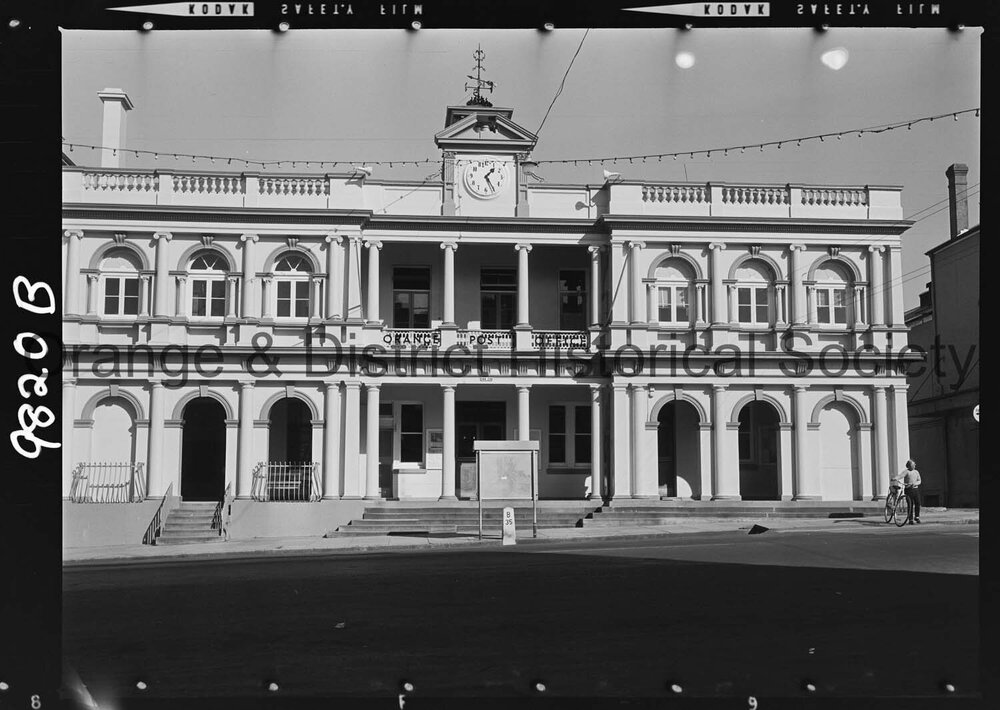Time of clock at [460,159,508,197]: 1:24
